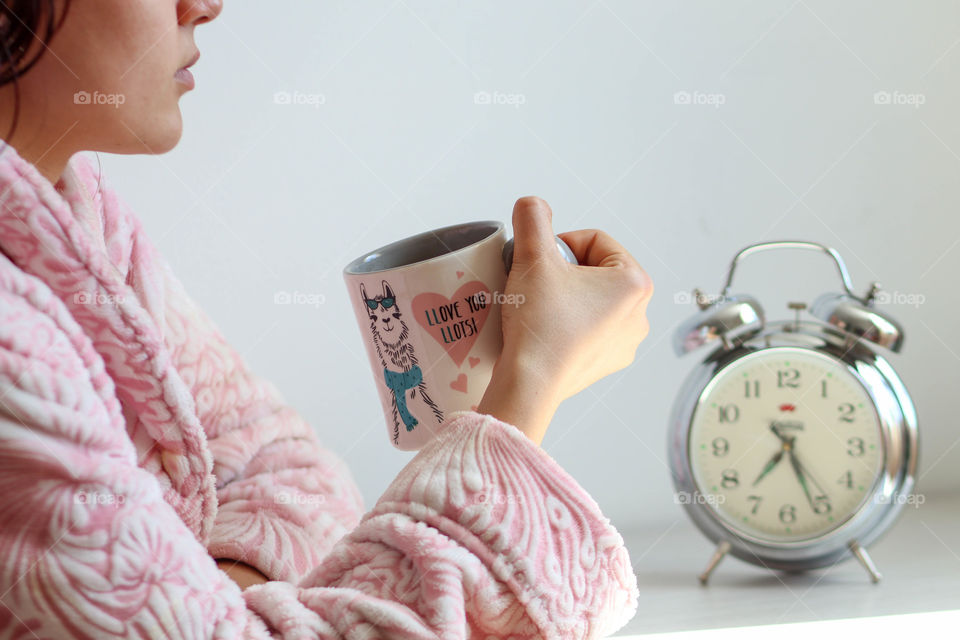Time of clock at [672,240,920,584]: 7:26
